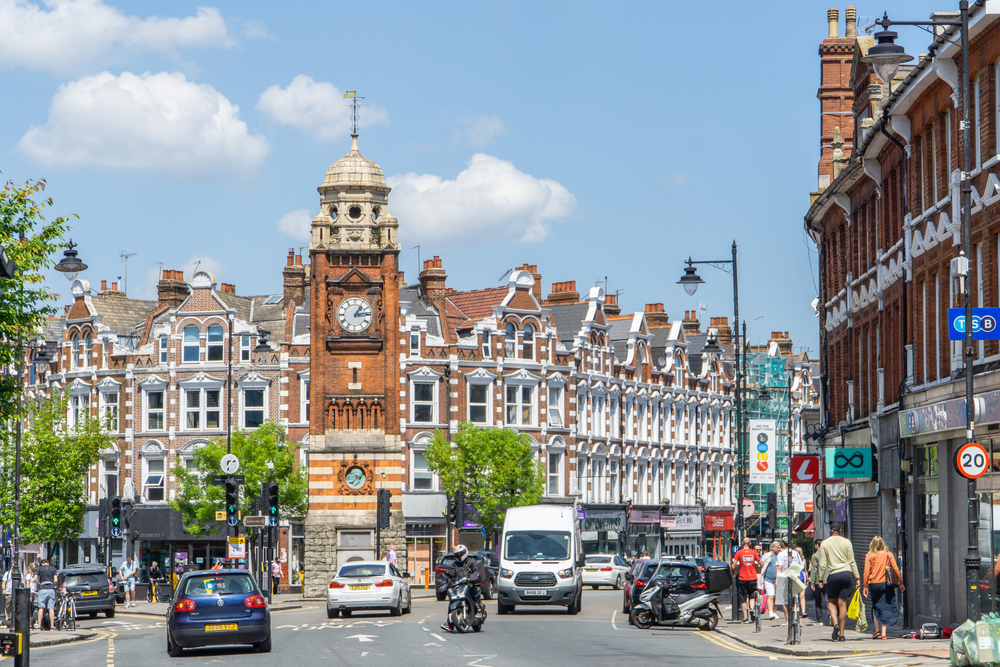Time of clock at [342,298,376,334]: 1:14
